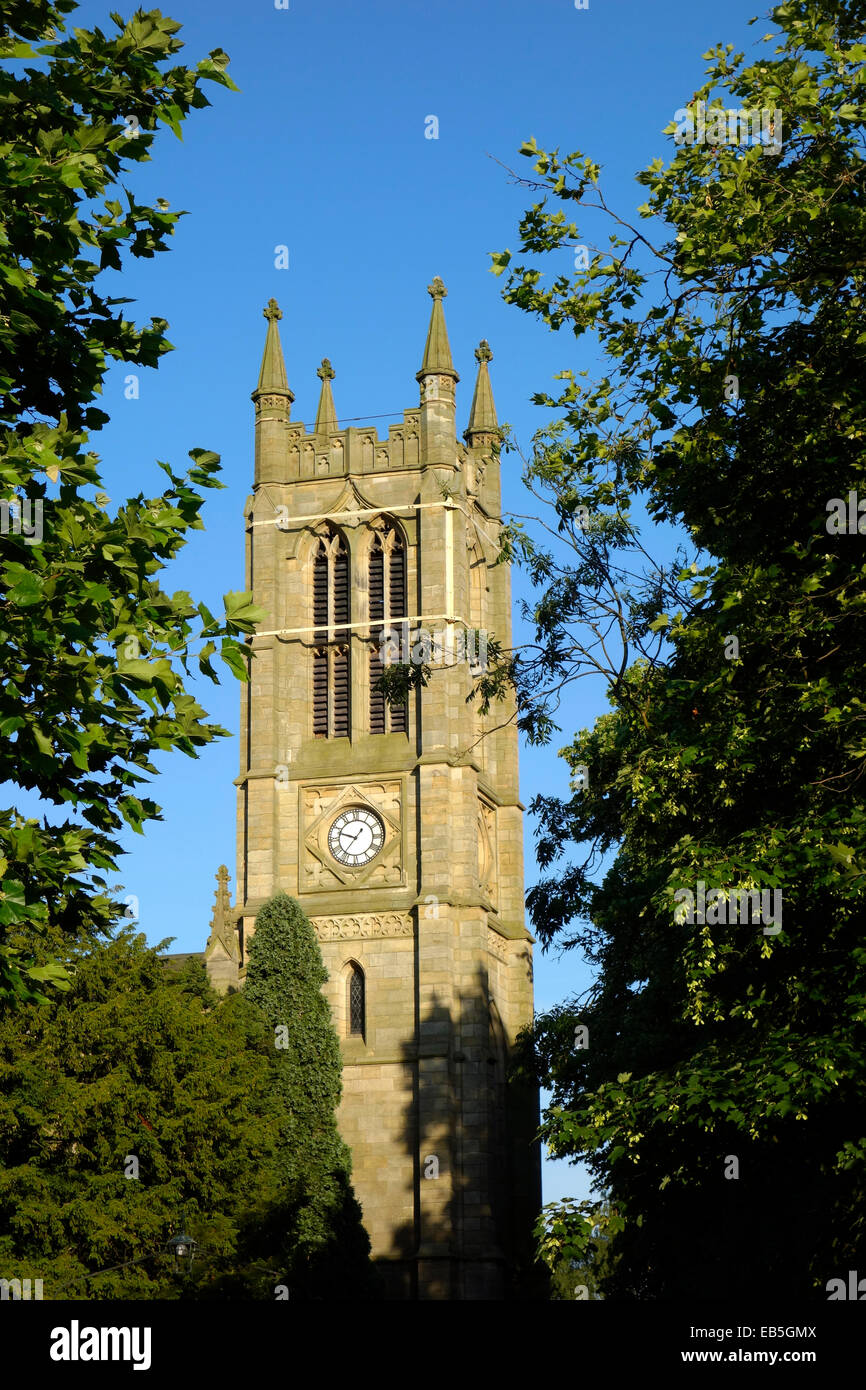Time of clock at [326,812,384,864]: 9:36
